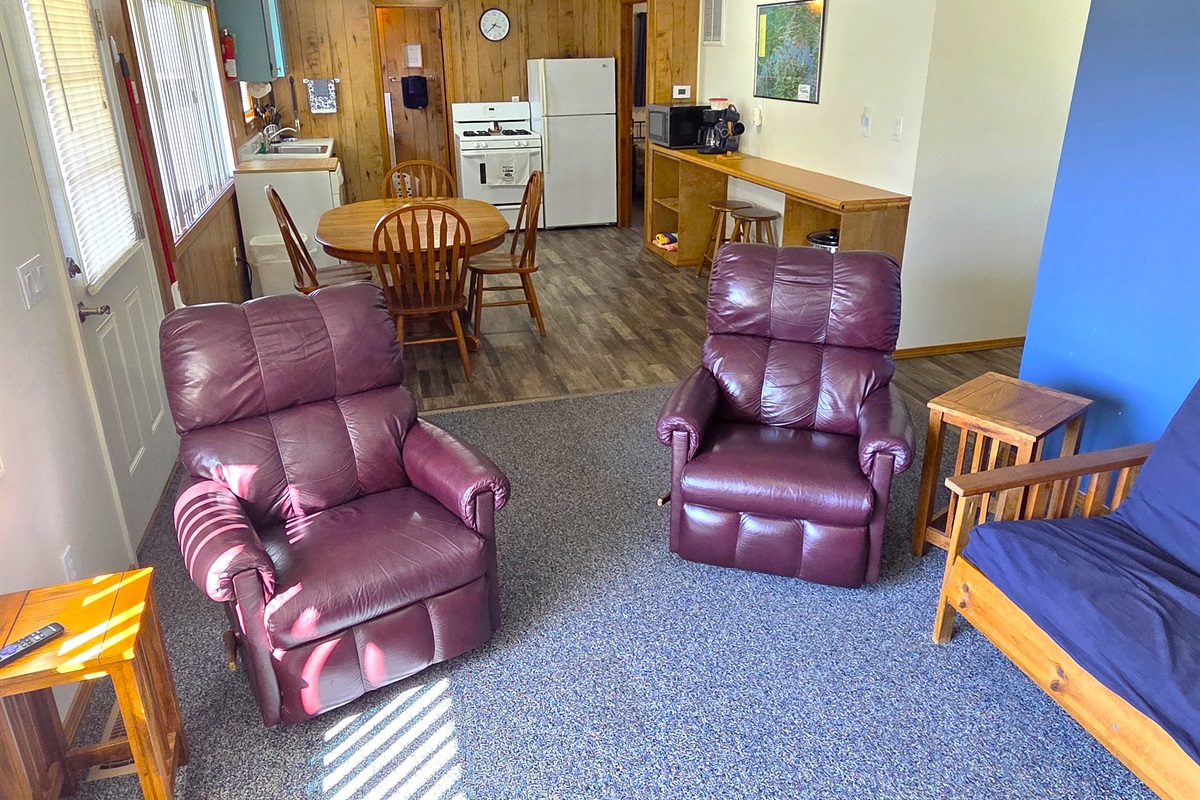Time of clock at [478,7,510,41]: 3:38
